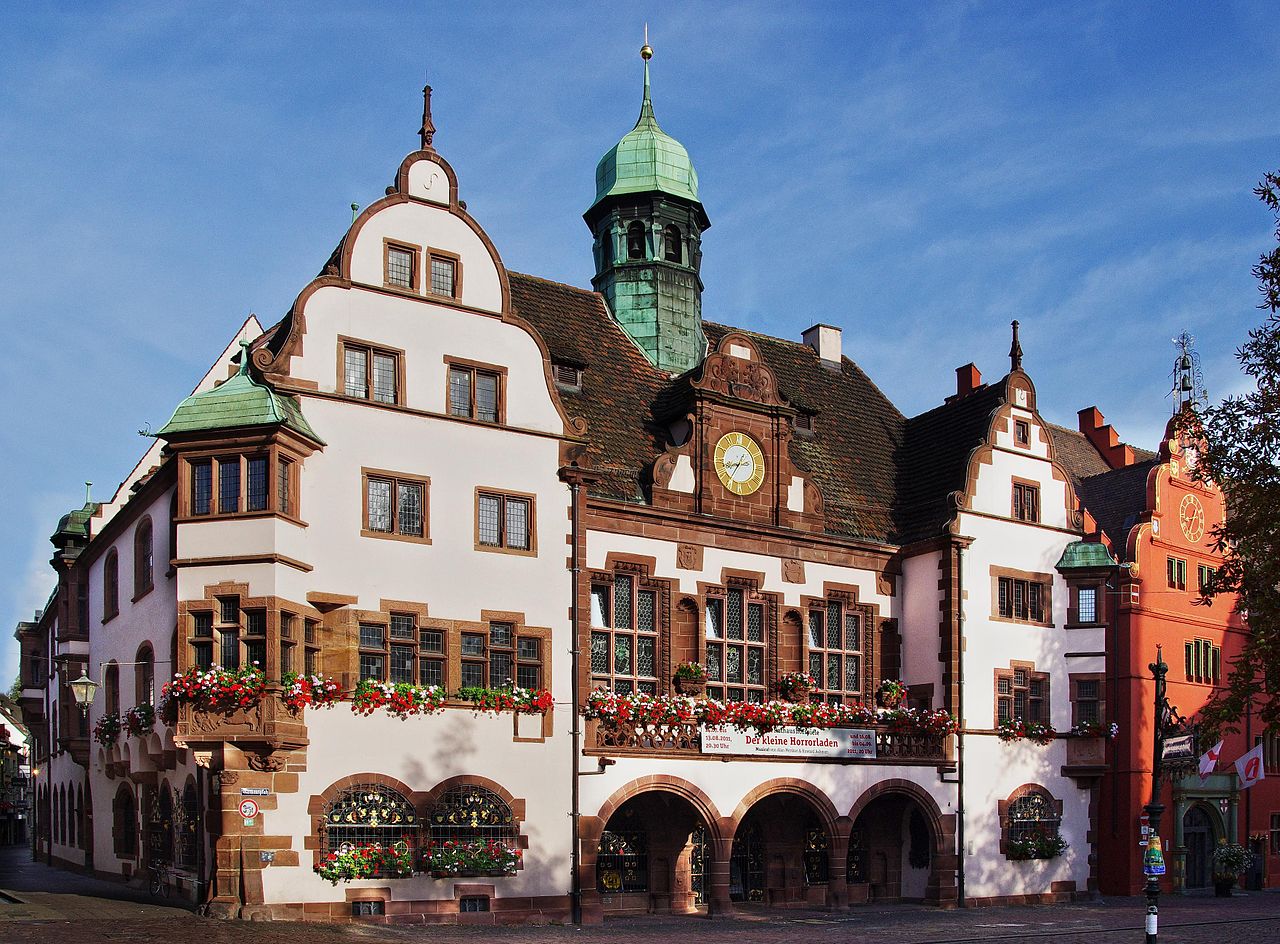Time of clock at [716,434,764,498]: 8:36
